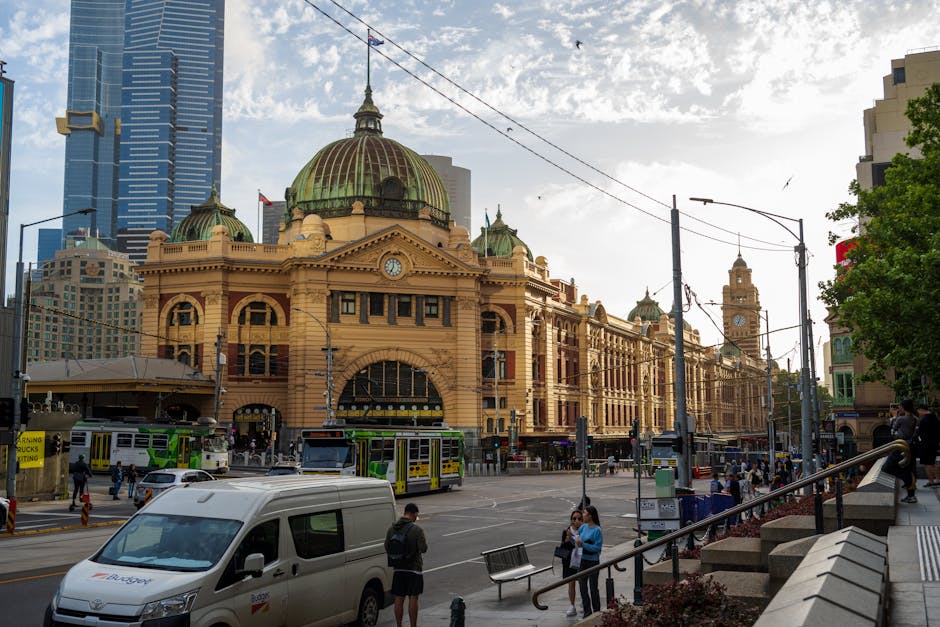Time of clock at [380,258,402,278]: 7:00
